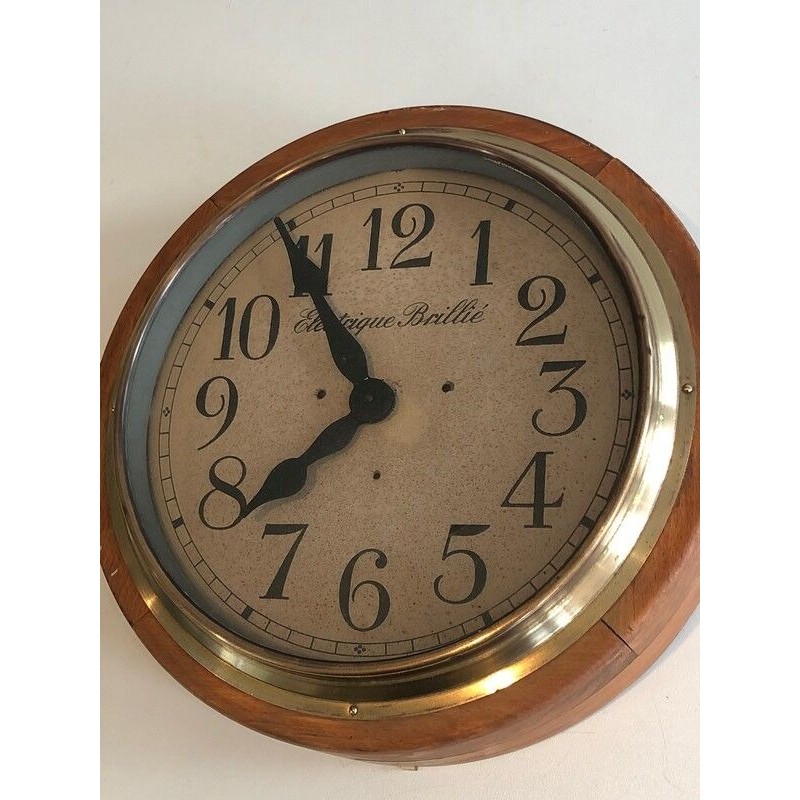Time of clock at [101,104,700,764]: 7:54
